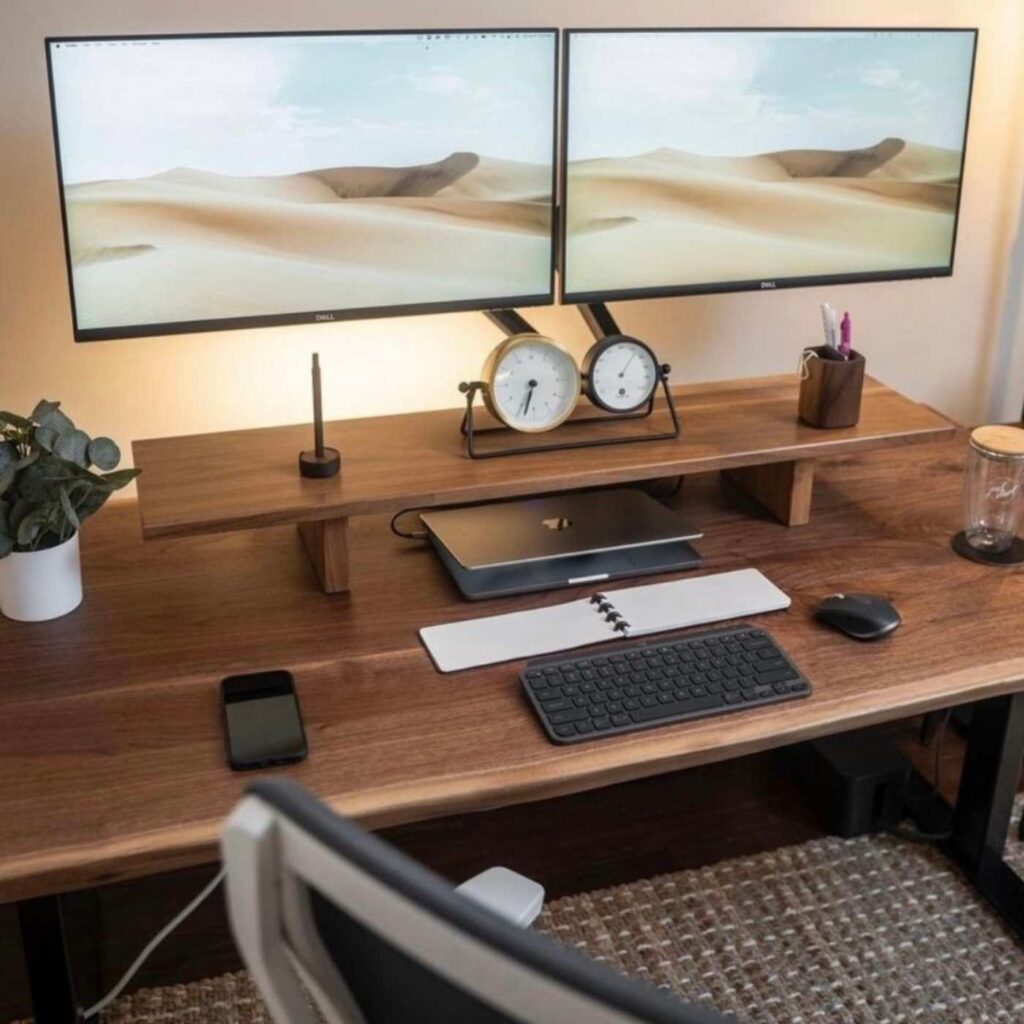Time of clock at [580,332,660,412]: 5:06
